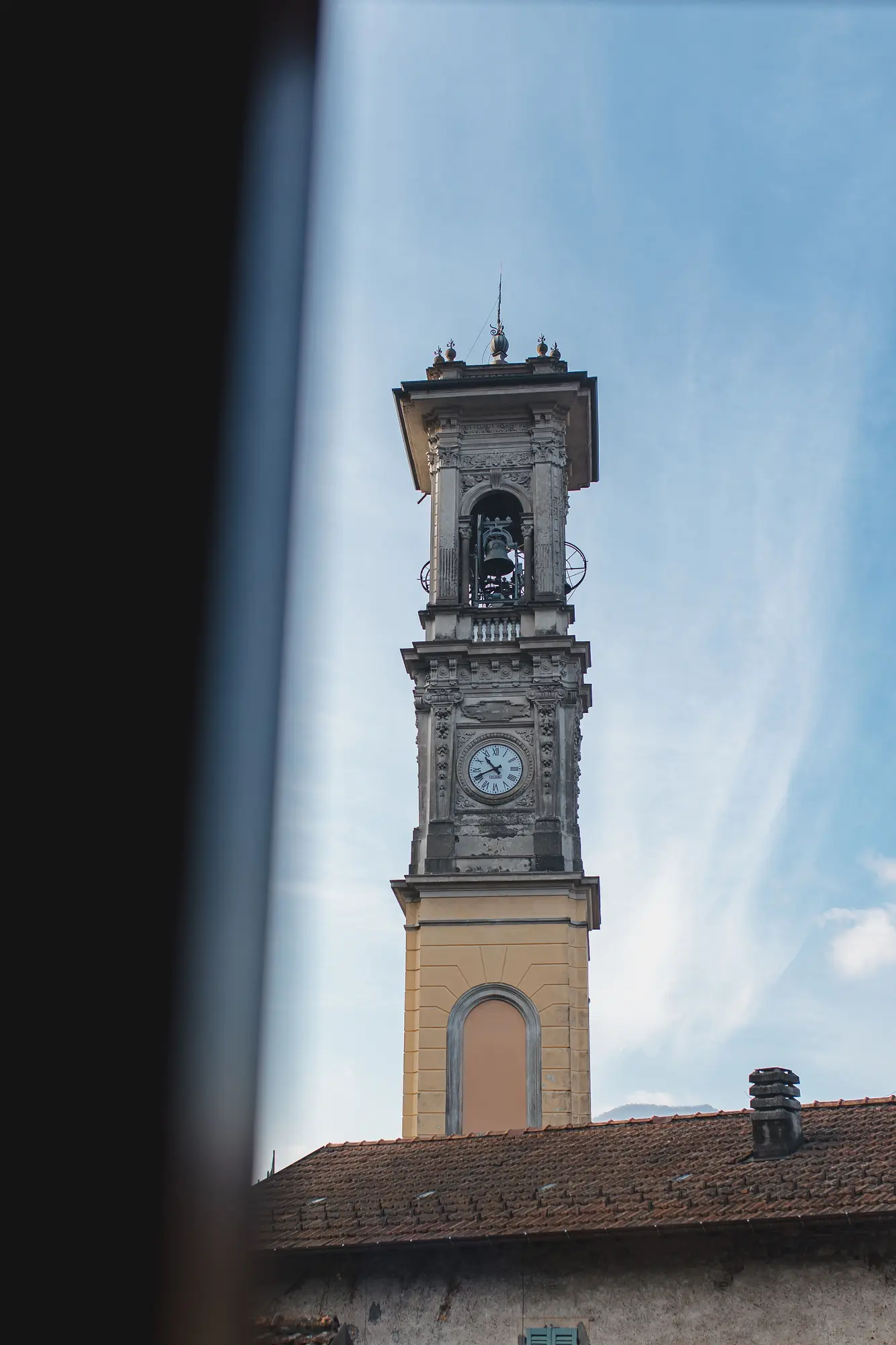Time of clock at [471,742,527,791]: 10:41
